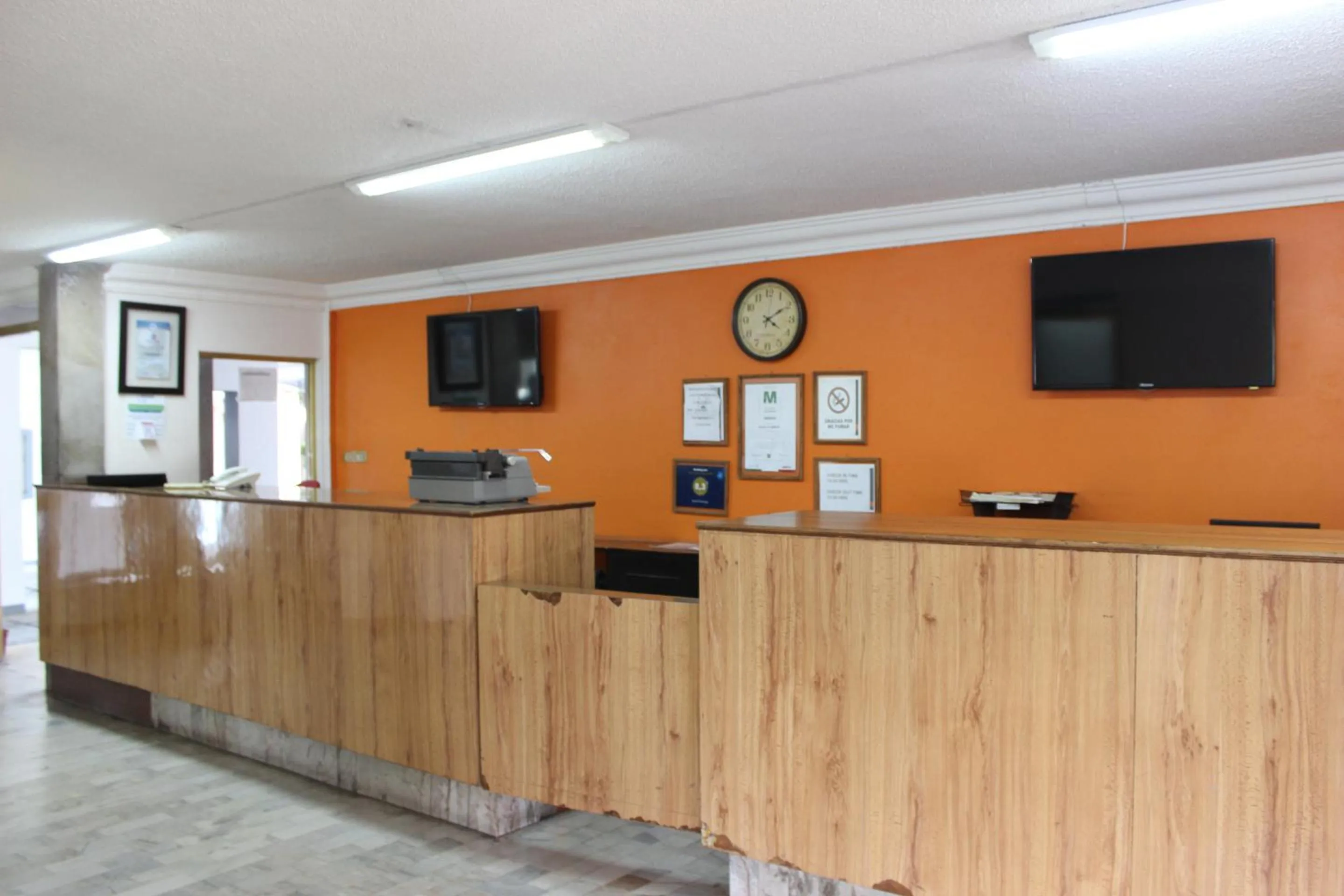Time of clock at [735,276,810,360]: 4:09
